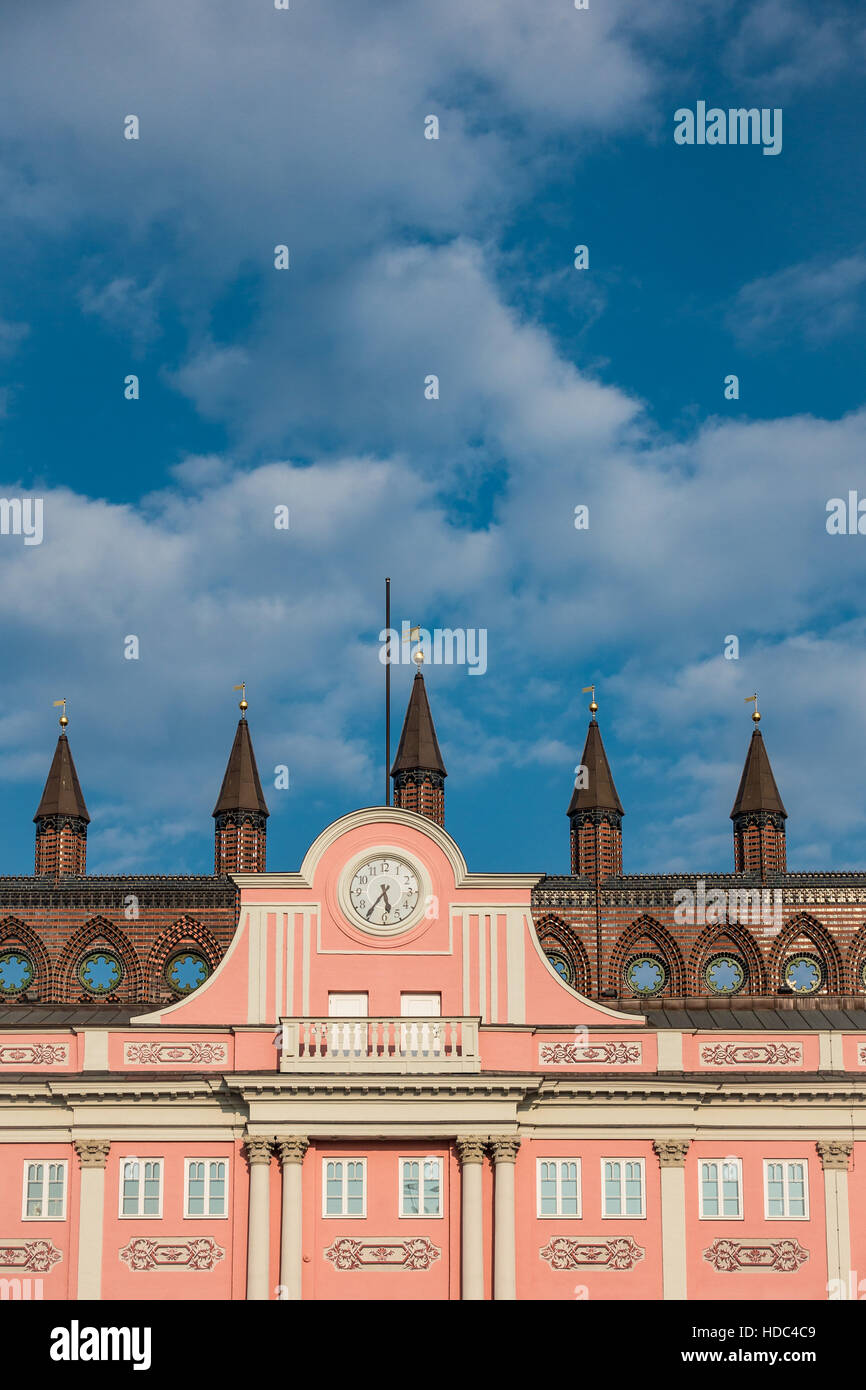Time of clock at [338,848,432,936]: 5:35
